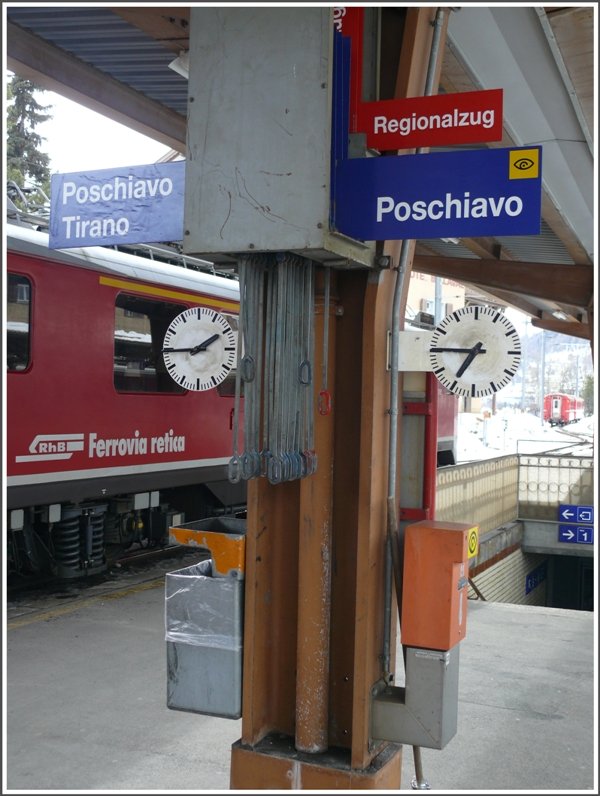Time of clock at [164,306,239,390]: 1:44
